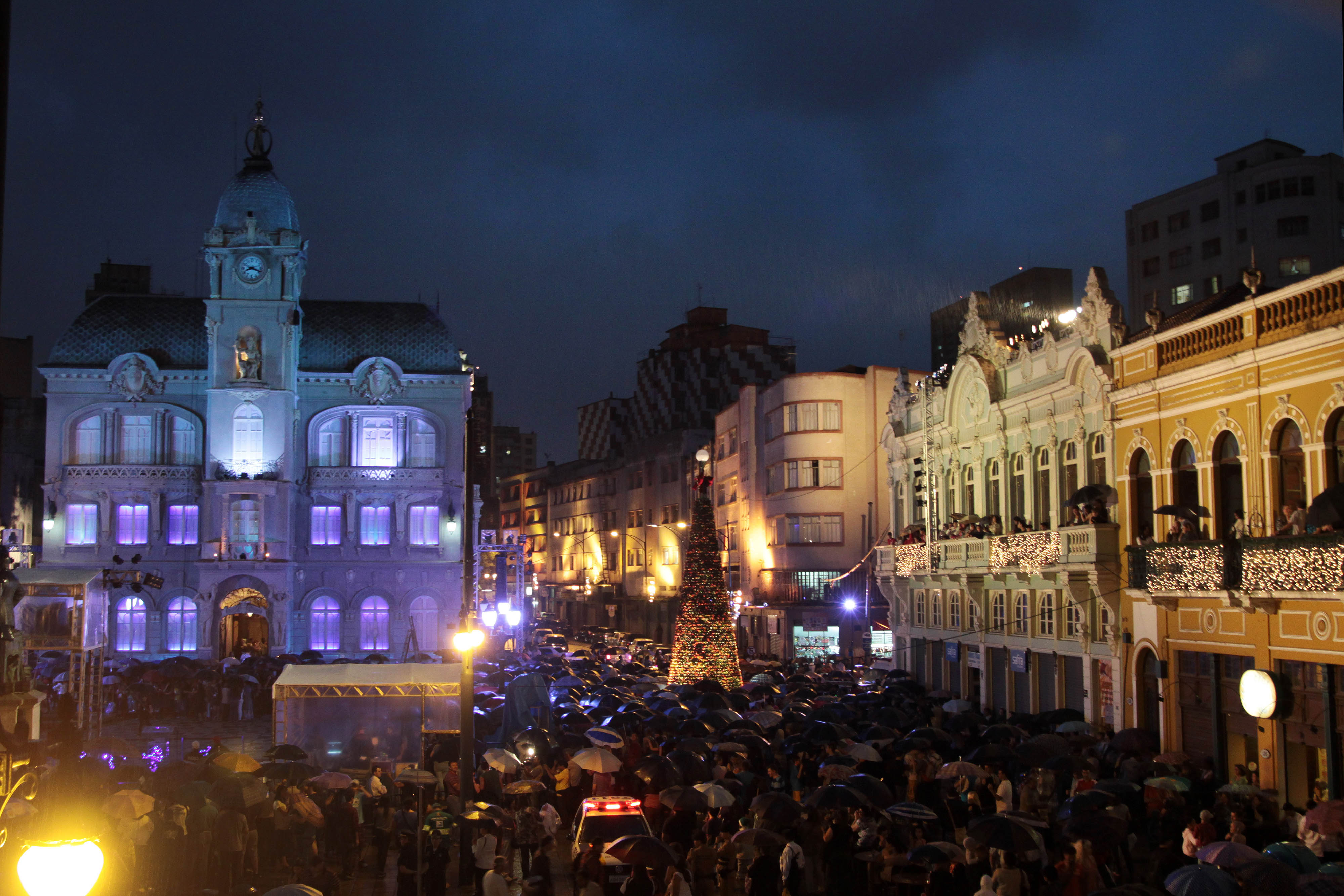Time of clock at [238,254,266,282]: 8:18
